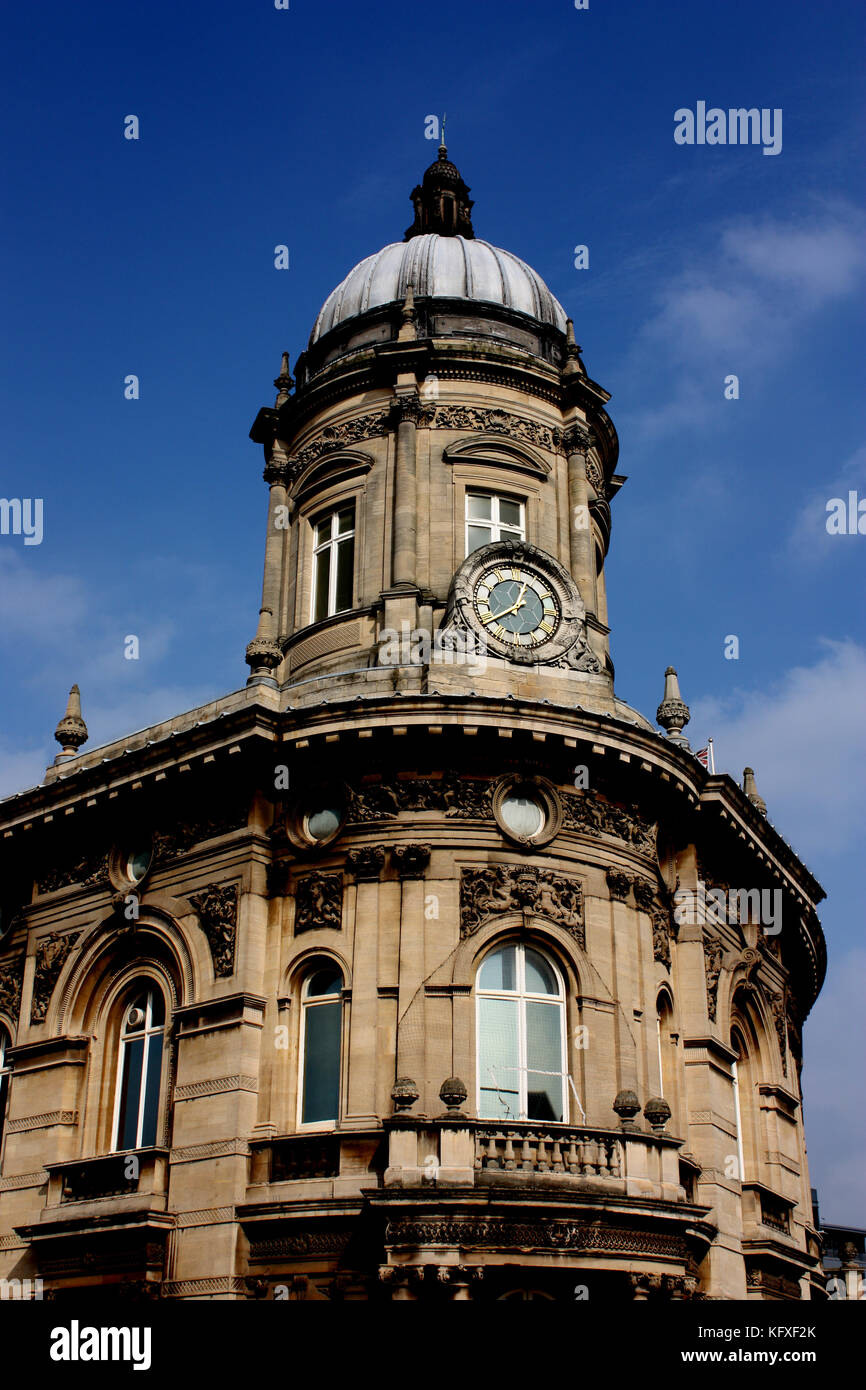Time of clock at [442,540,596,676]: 12:39
